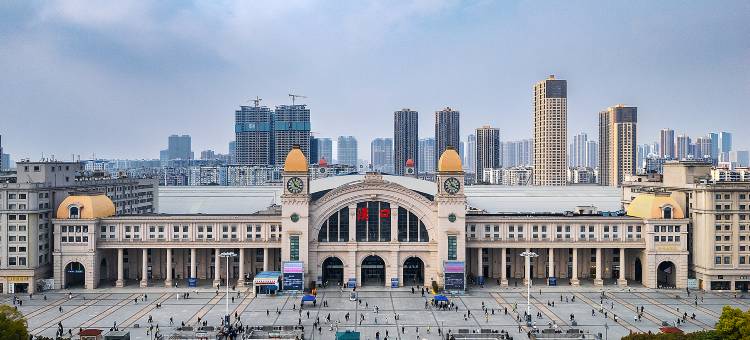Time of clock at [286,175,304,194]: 3:55
